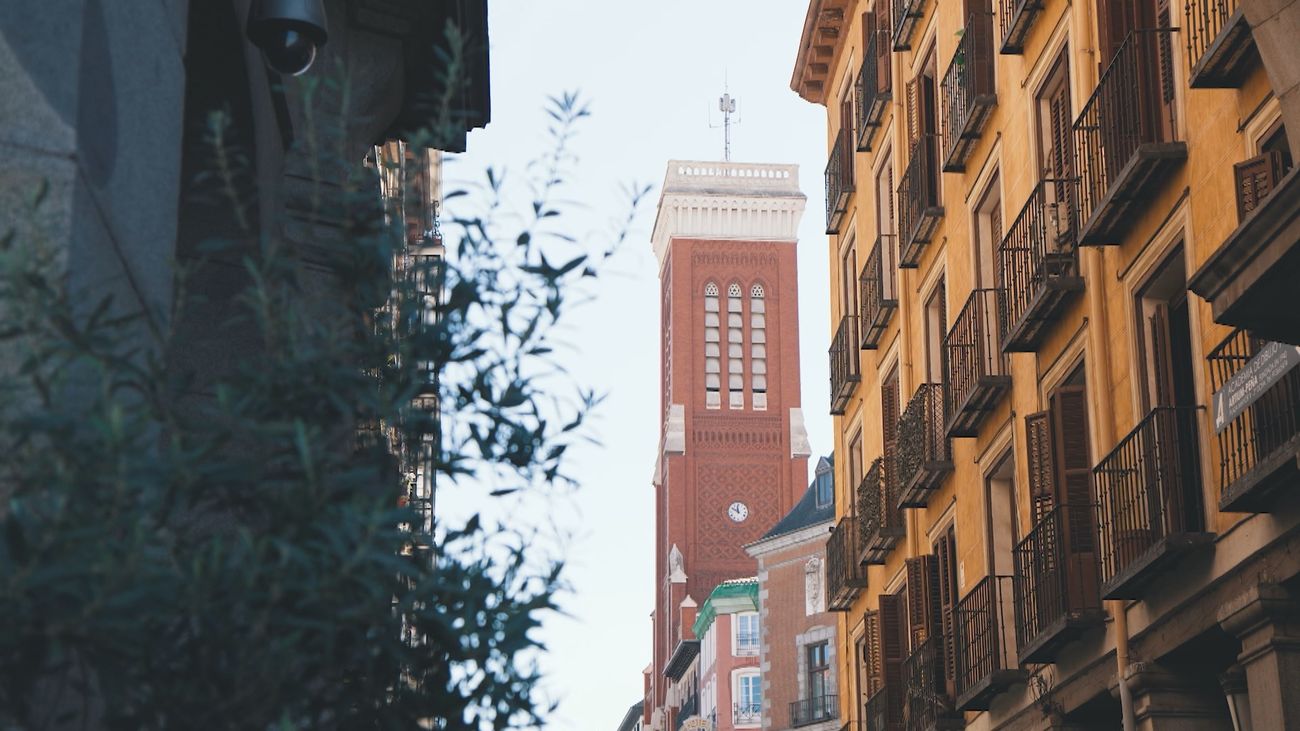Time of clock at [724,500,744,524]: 11:49
